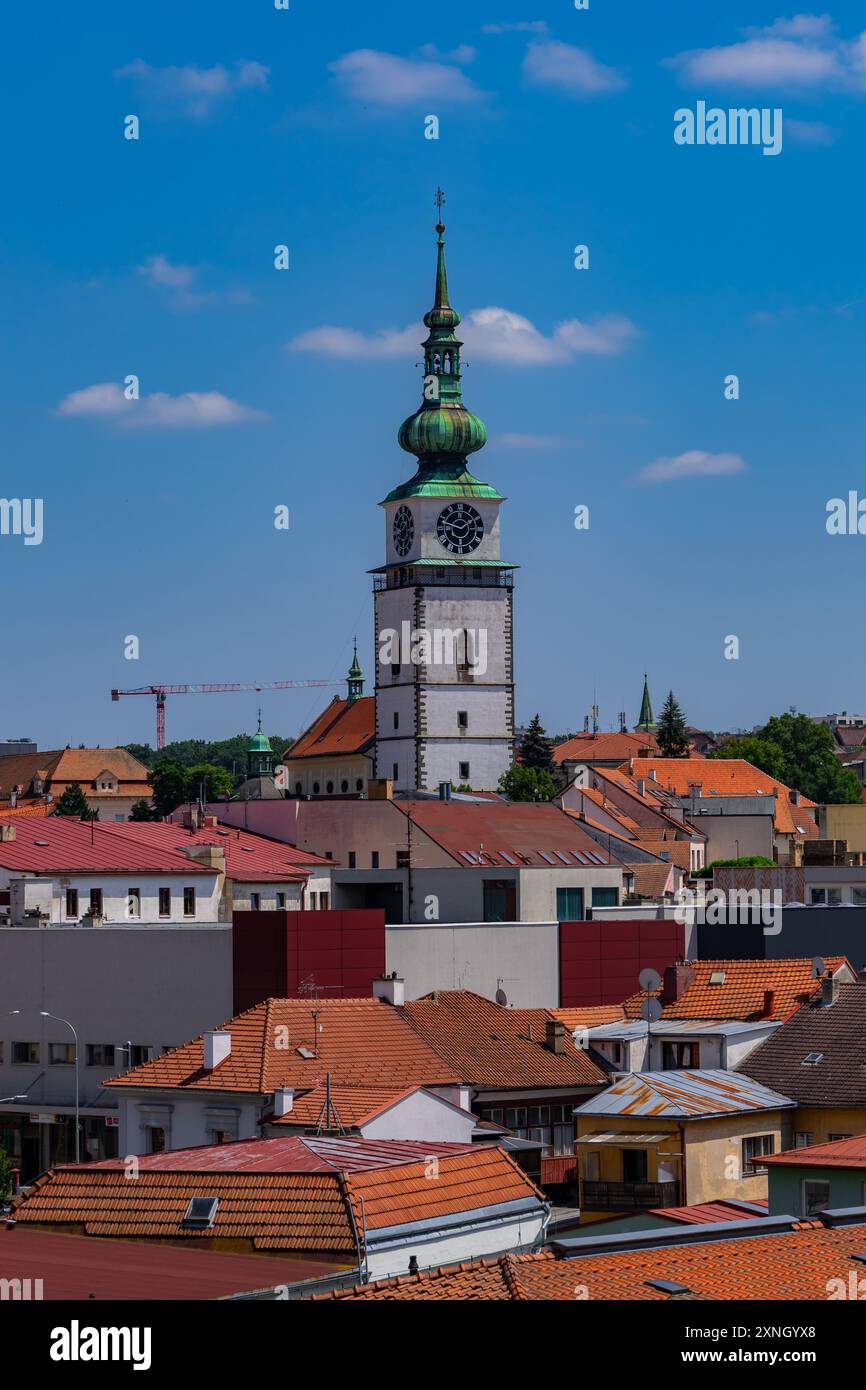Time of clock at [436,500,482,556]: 1:47
